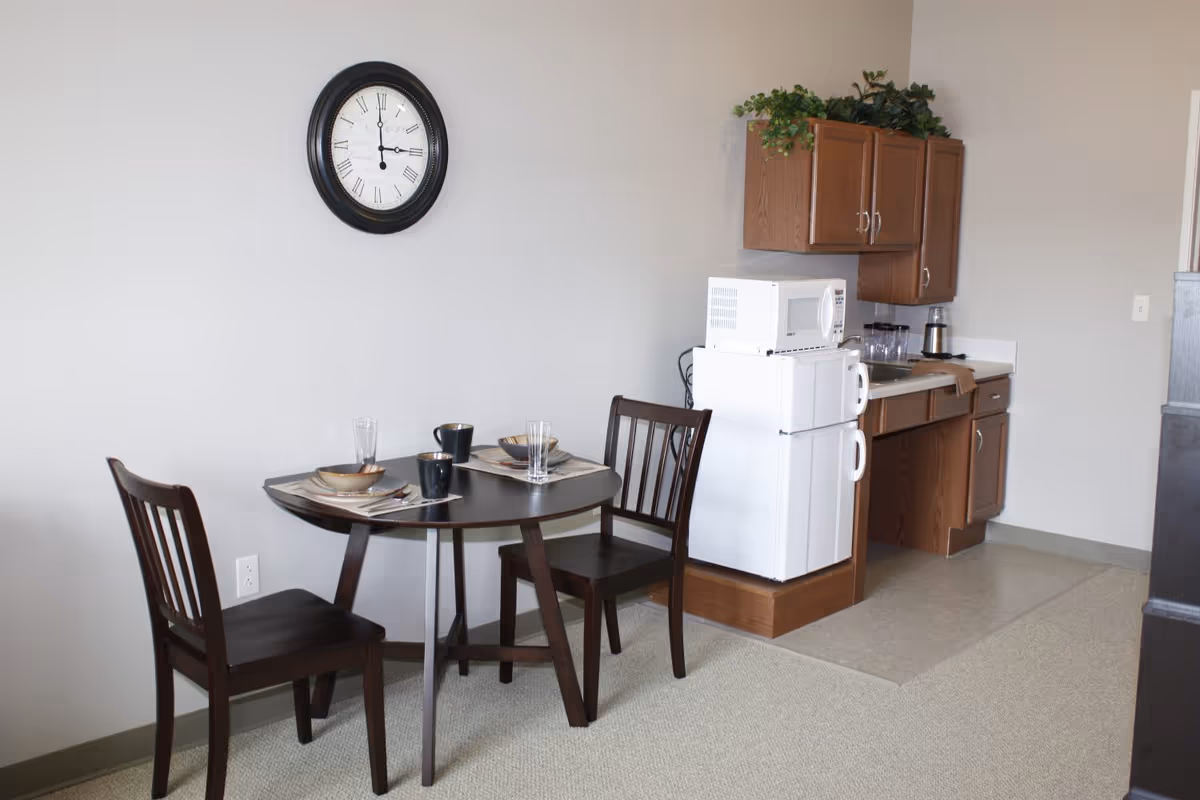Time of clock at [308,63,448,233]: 2:59
